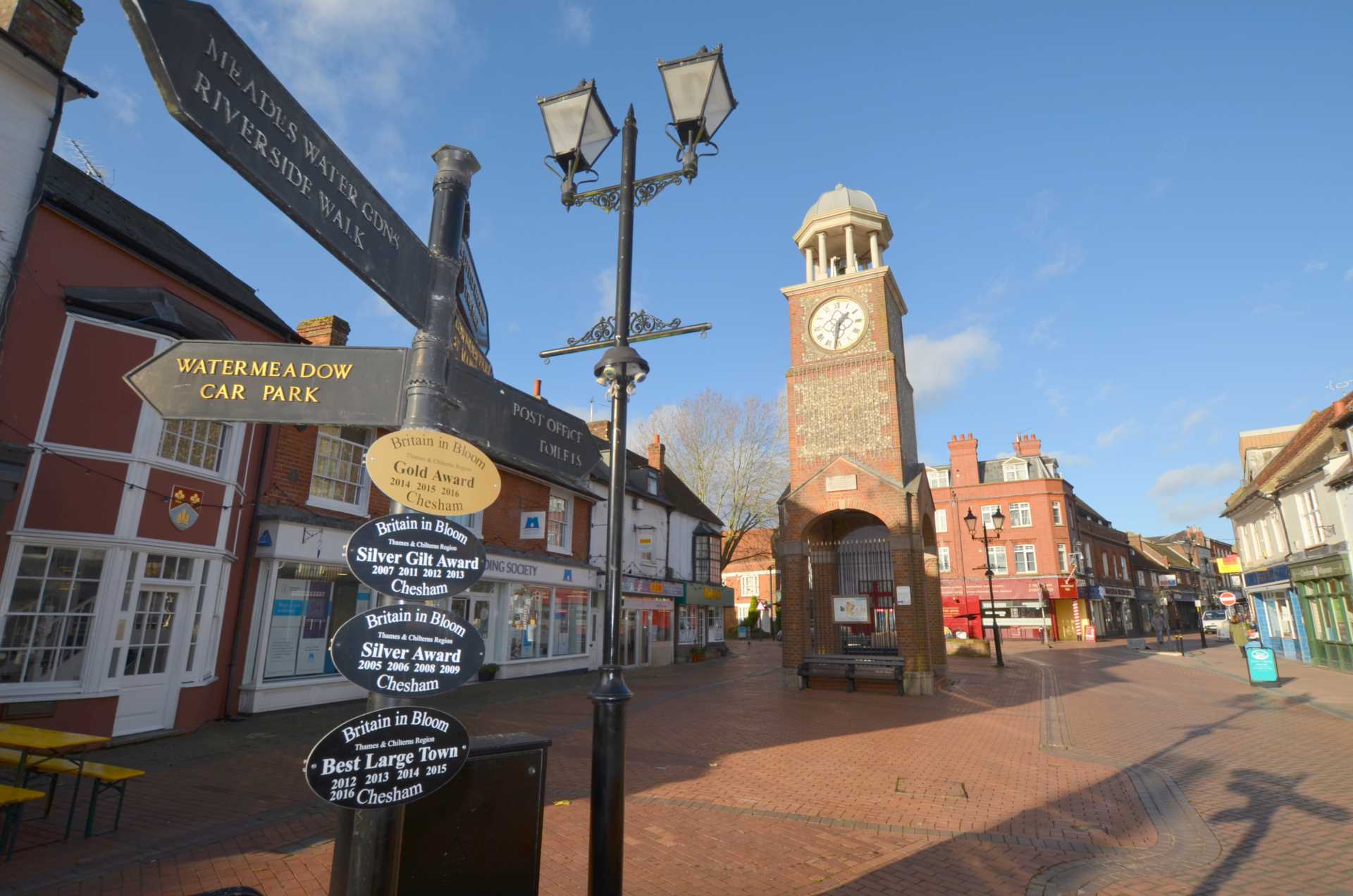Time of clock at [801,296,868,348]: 1:31
